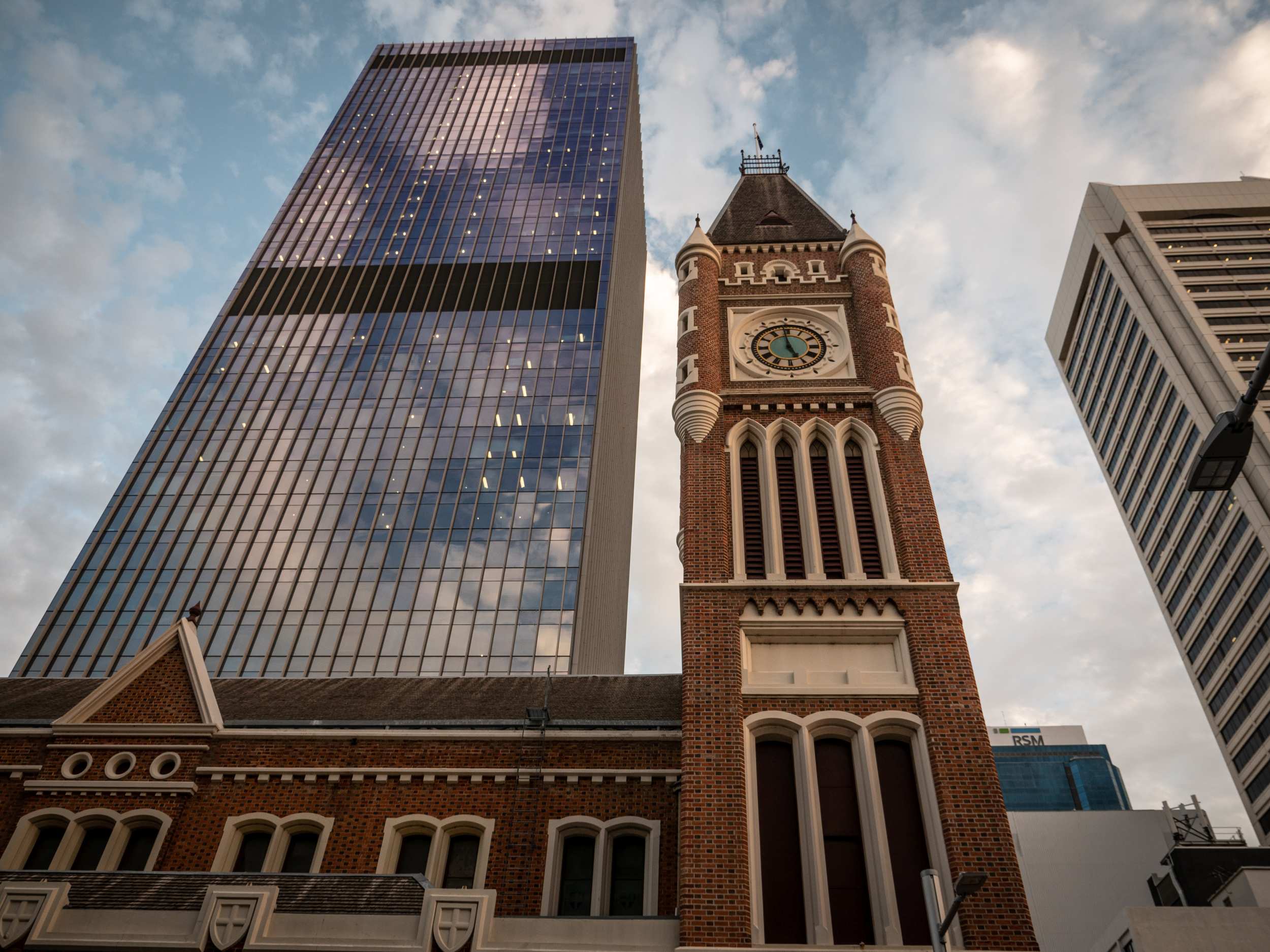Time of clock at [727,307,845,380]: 4:59
